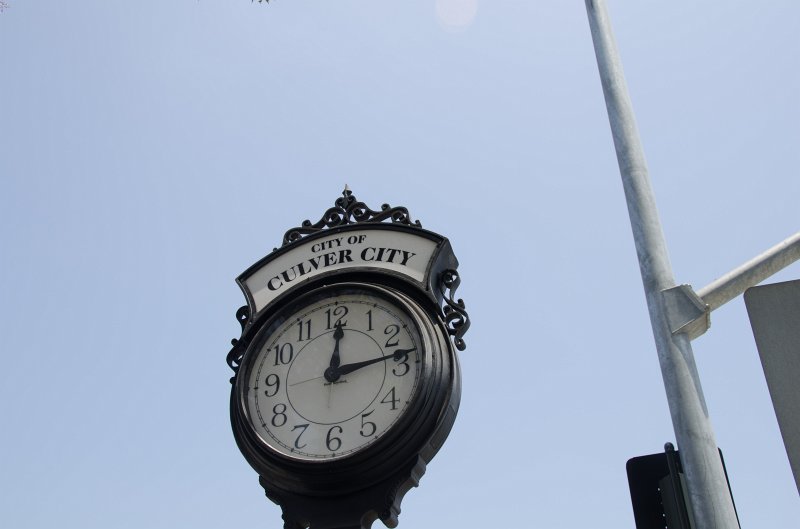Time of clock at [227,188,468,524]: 12:13
